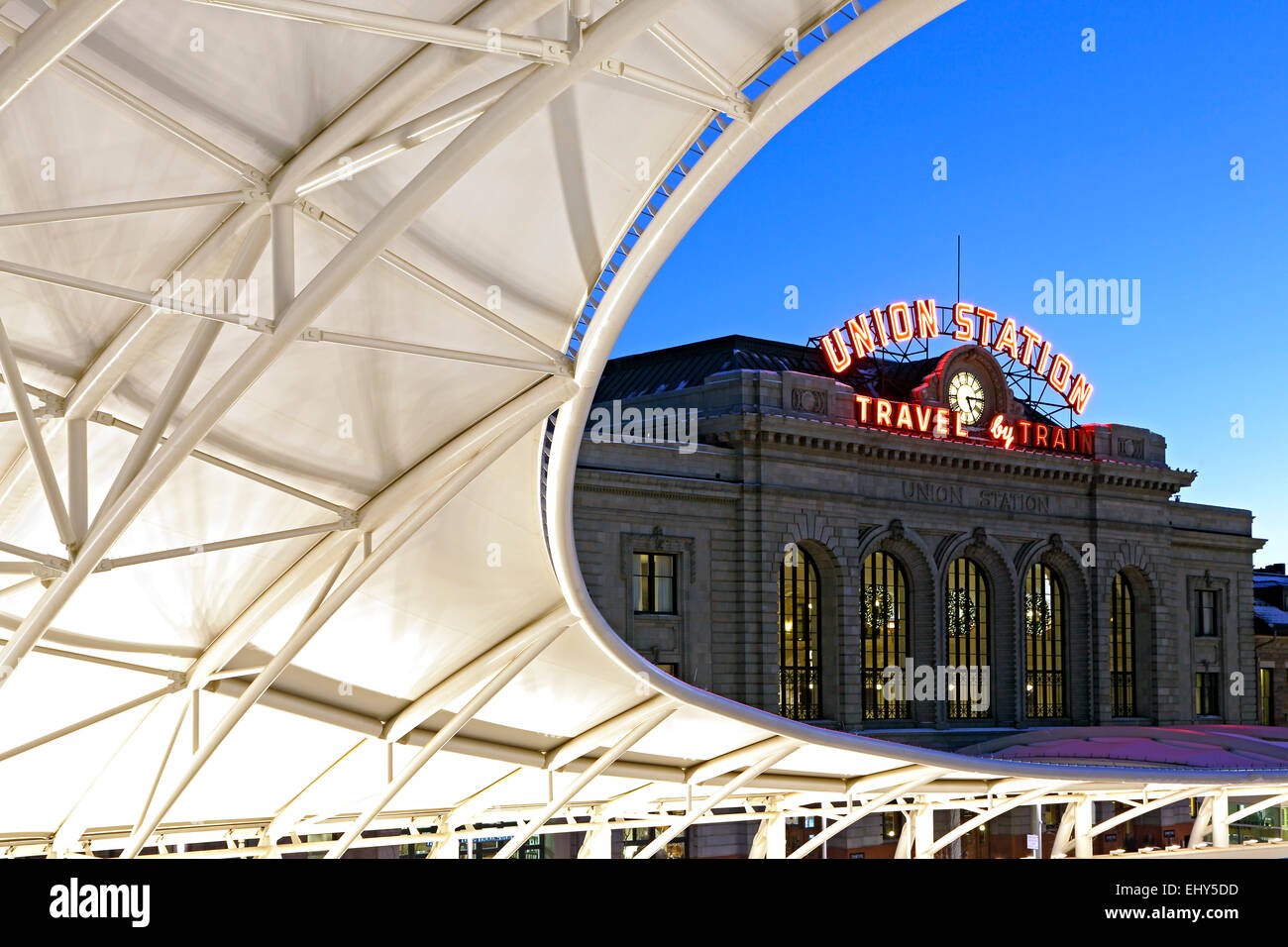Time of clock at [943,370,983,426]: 5:14
